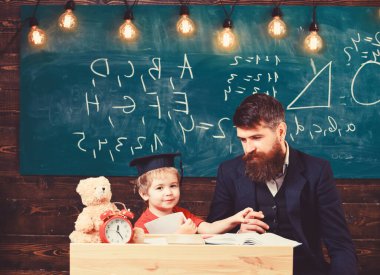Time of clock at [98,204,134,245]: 12:24
